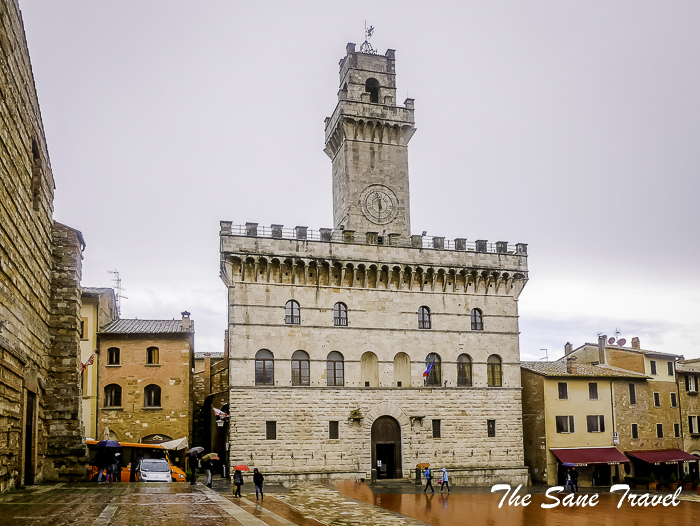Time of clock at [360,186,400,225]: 11:30
